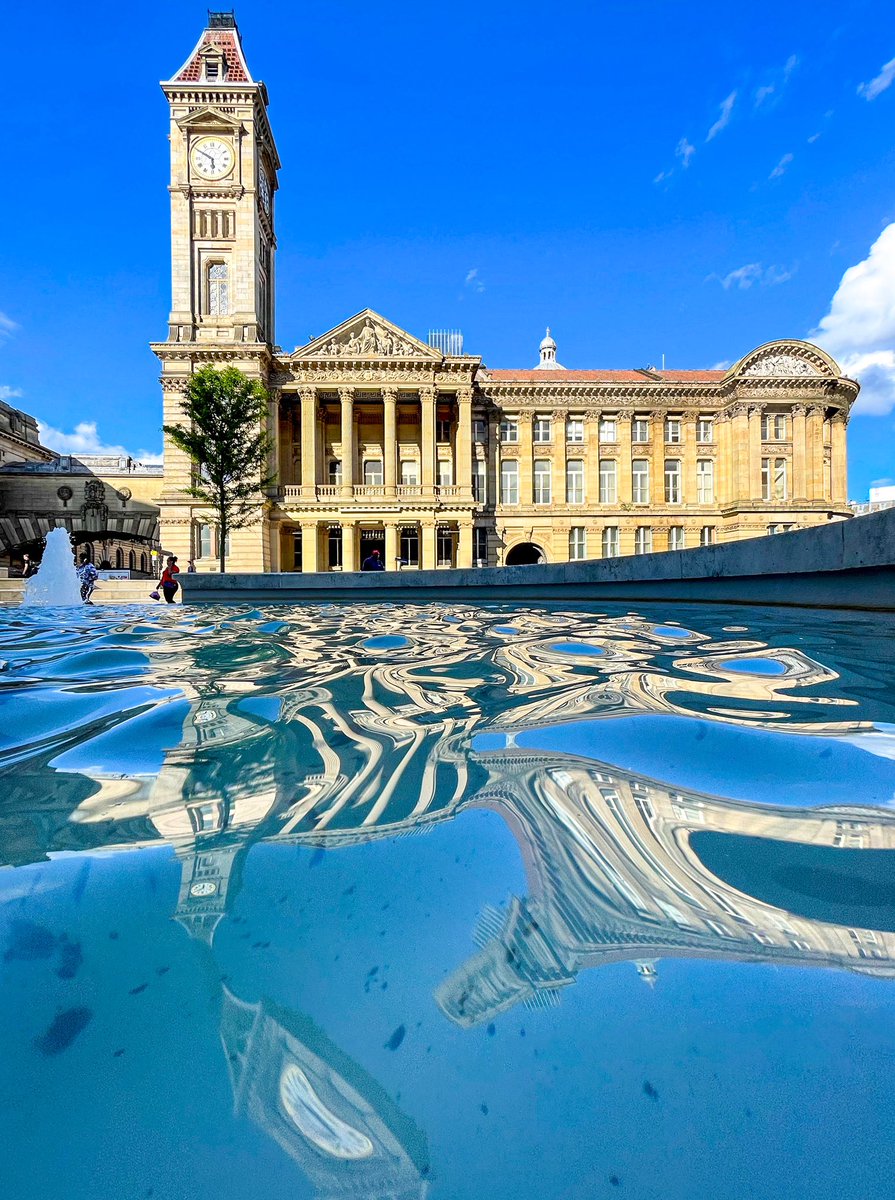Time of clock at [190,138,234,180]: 5:49
